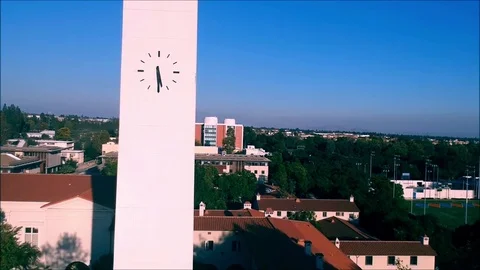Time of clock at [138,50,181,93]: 5:29
